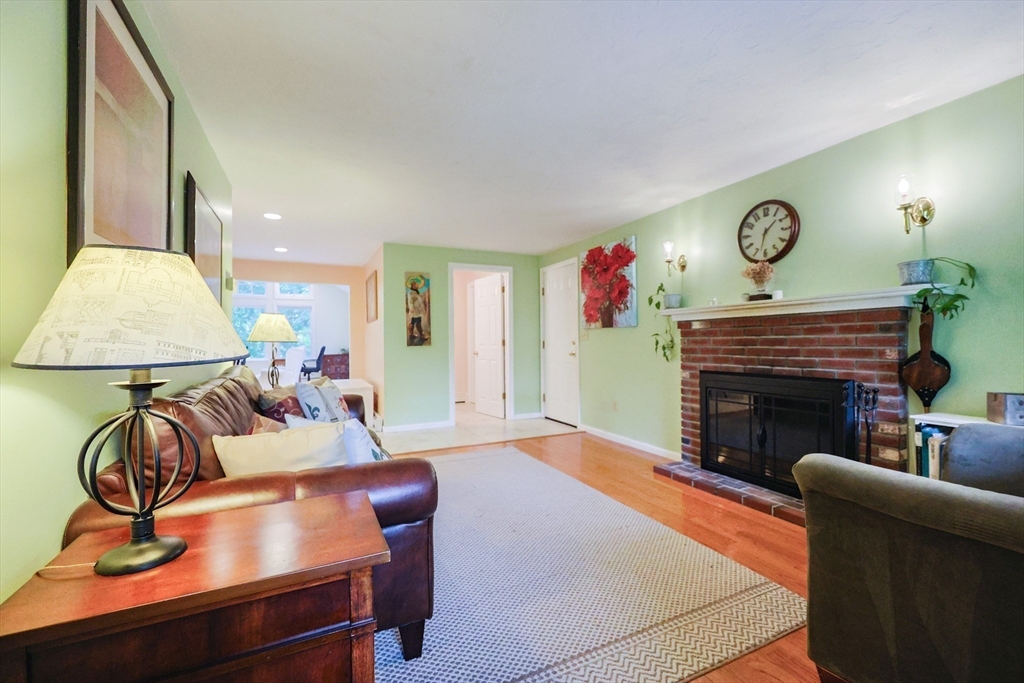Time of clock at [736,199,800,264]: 1:32
